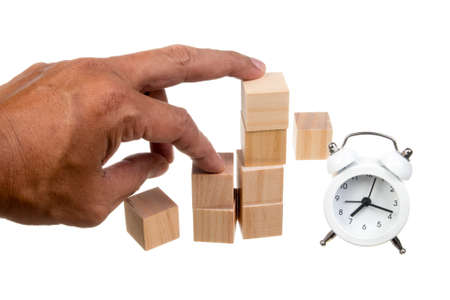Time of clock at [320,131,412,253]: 7:18
